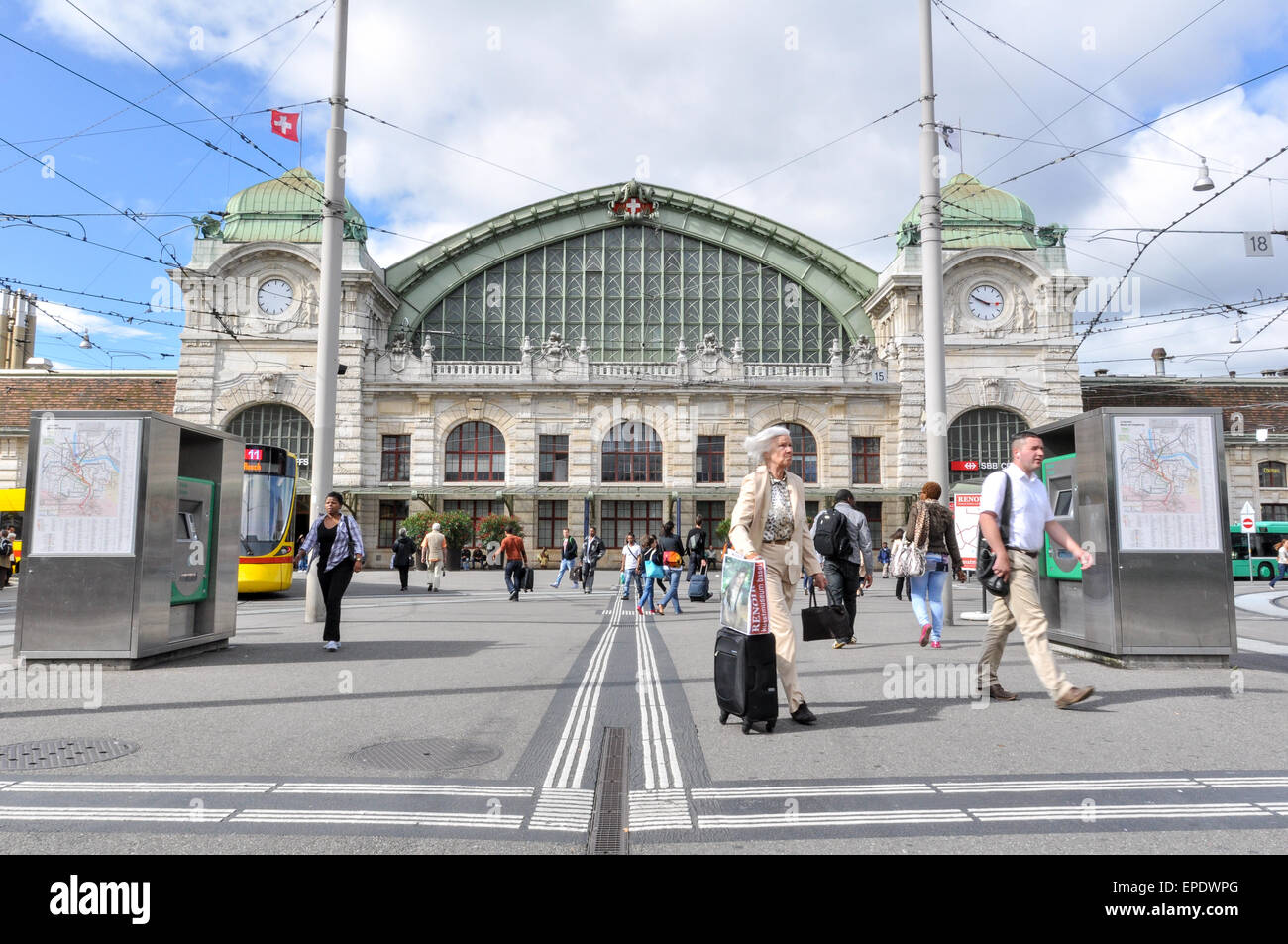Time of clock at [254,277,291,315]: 3:49
